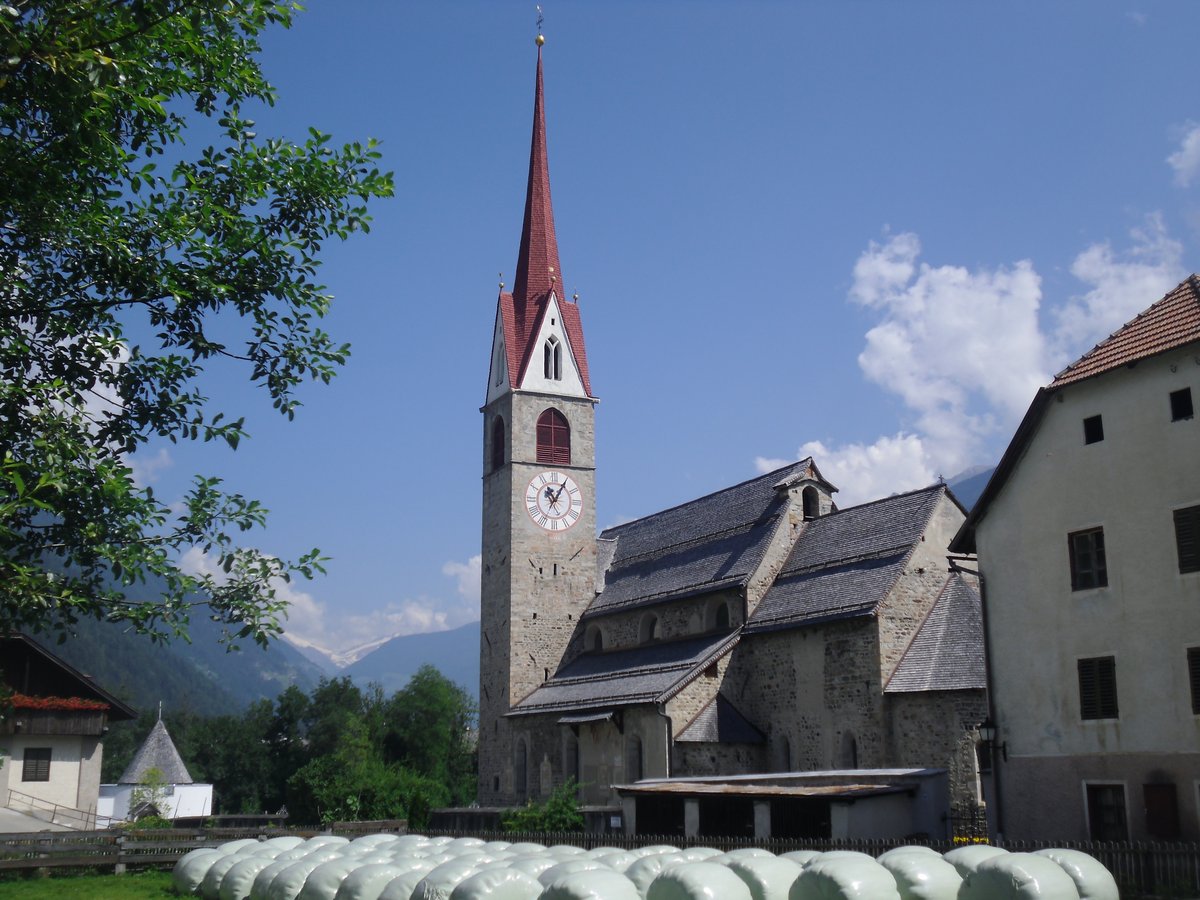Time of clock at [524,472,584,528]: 11:05
